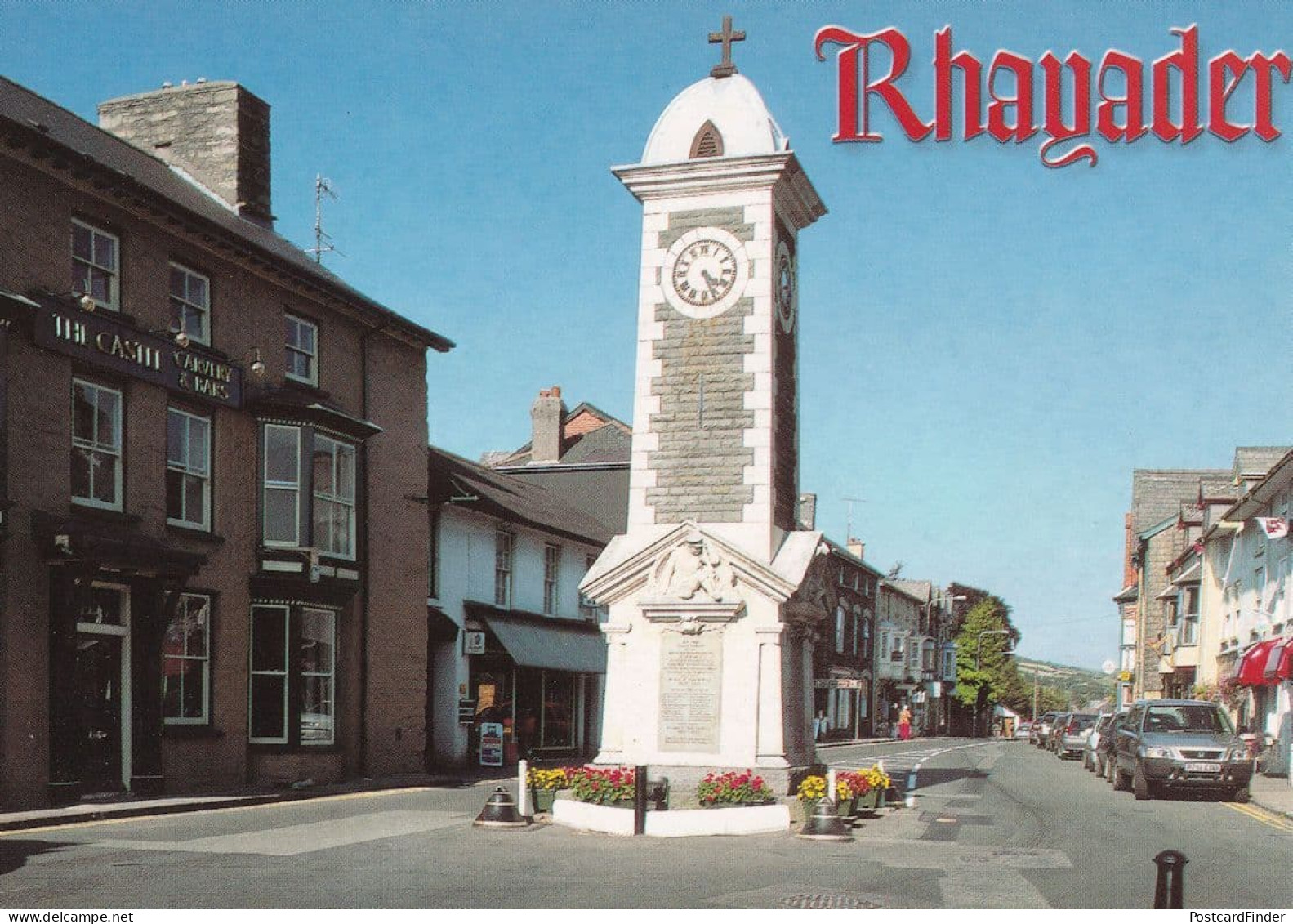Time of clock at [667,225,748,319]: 4:25
